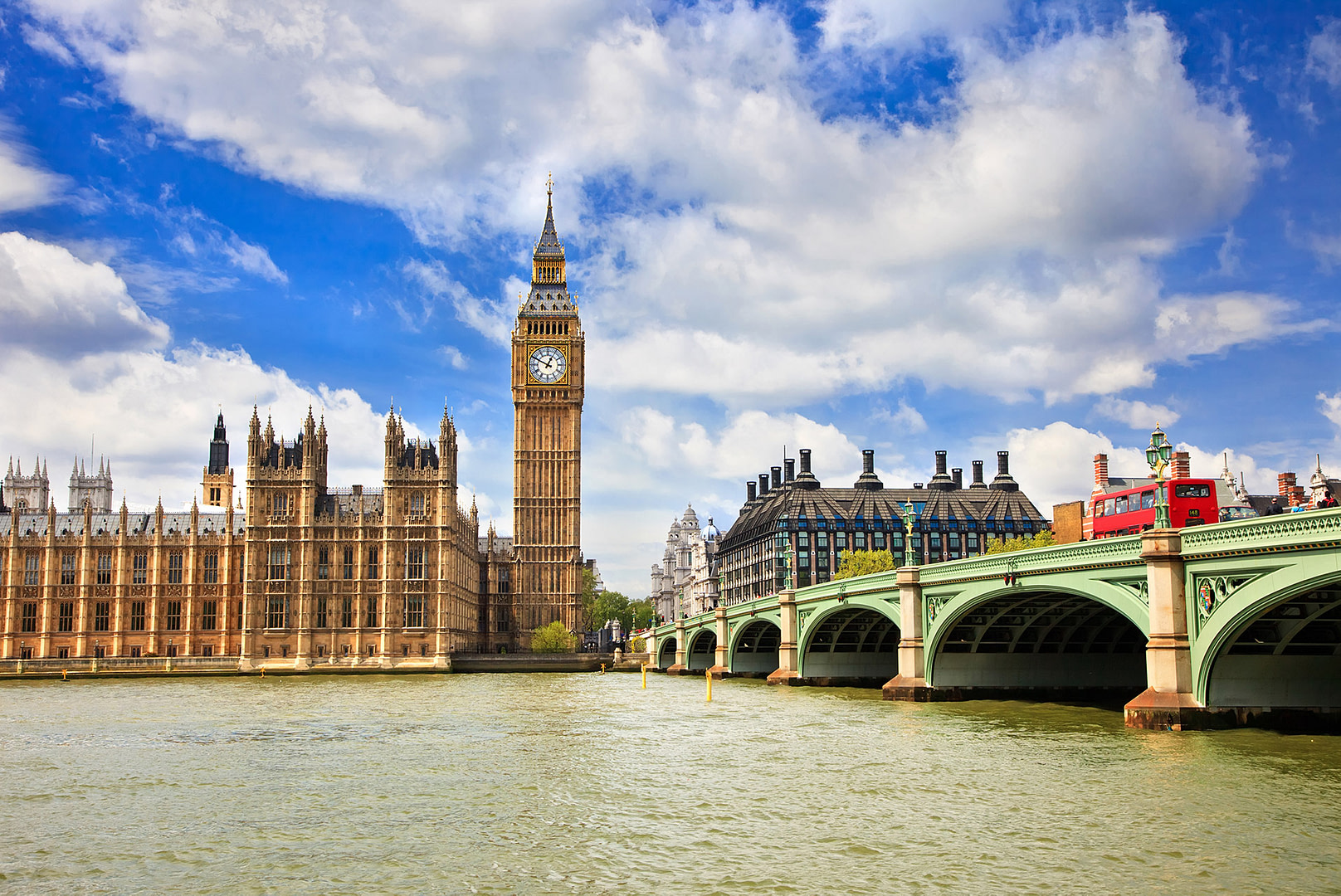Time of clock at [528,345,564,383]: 12:49
